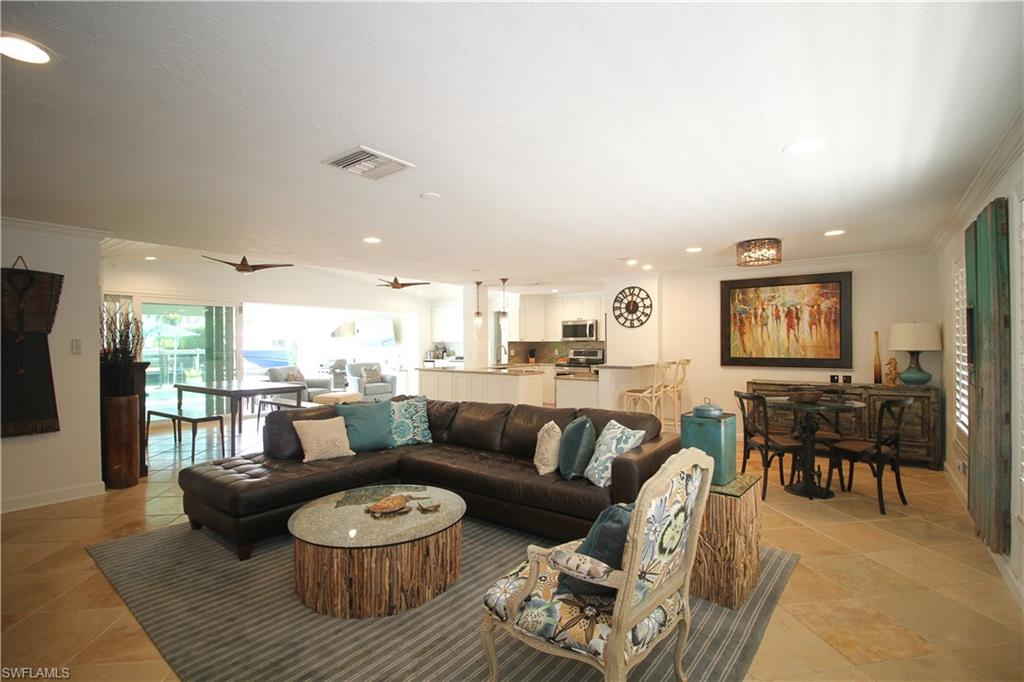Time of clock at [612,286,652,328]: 7:01
